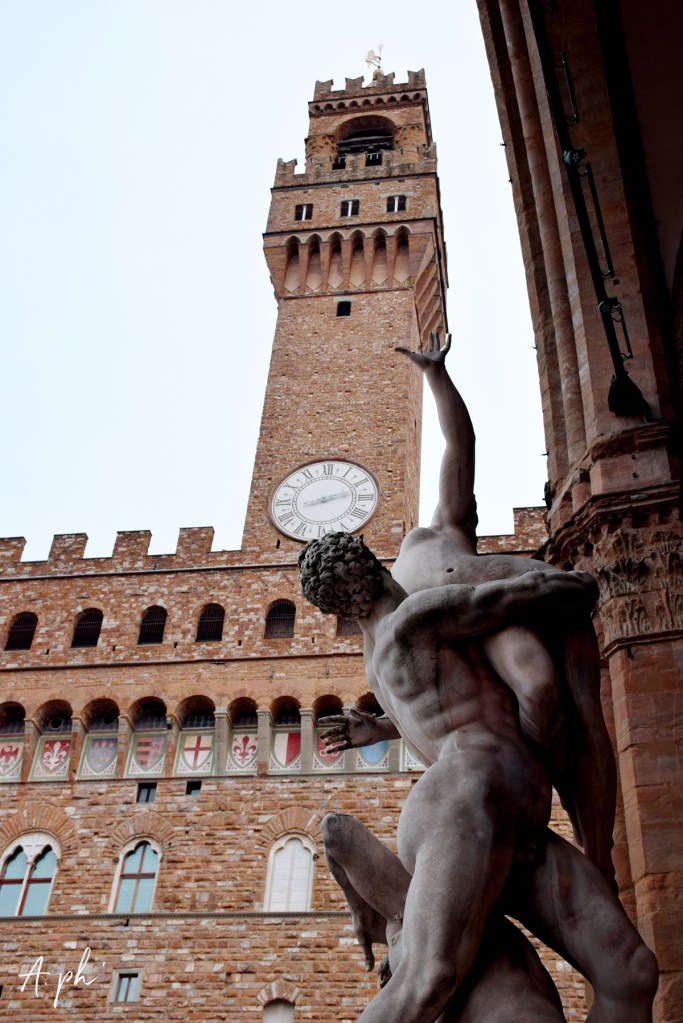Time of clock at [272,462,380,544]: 8:12
